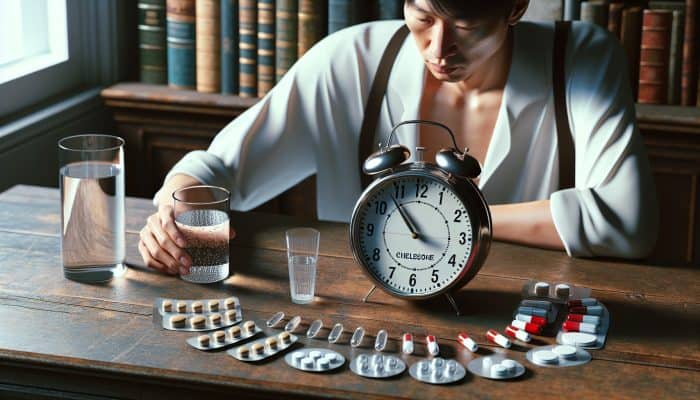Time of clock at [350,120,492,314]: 3:53
